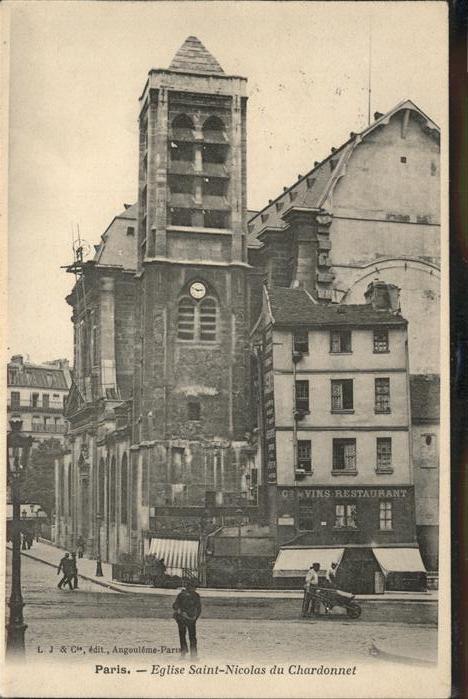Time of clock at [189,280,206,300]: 2:48
